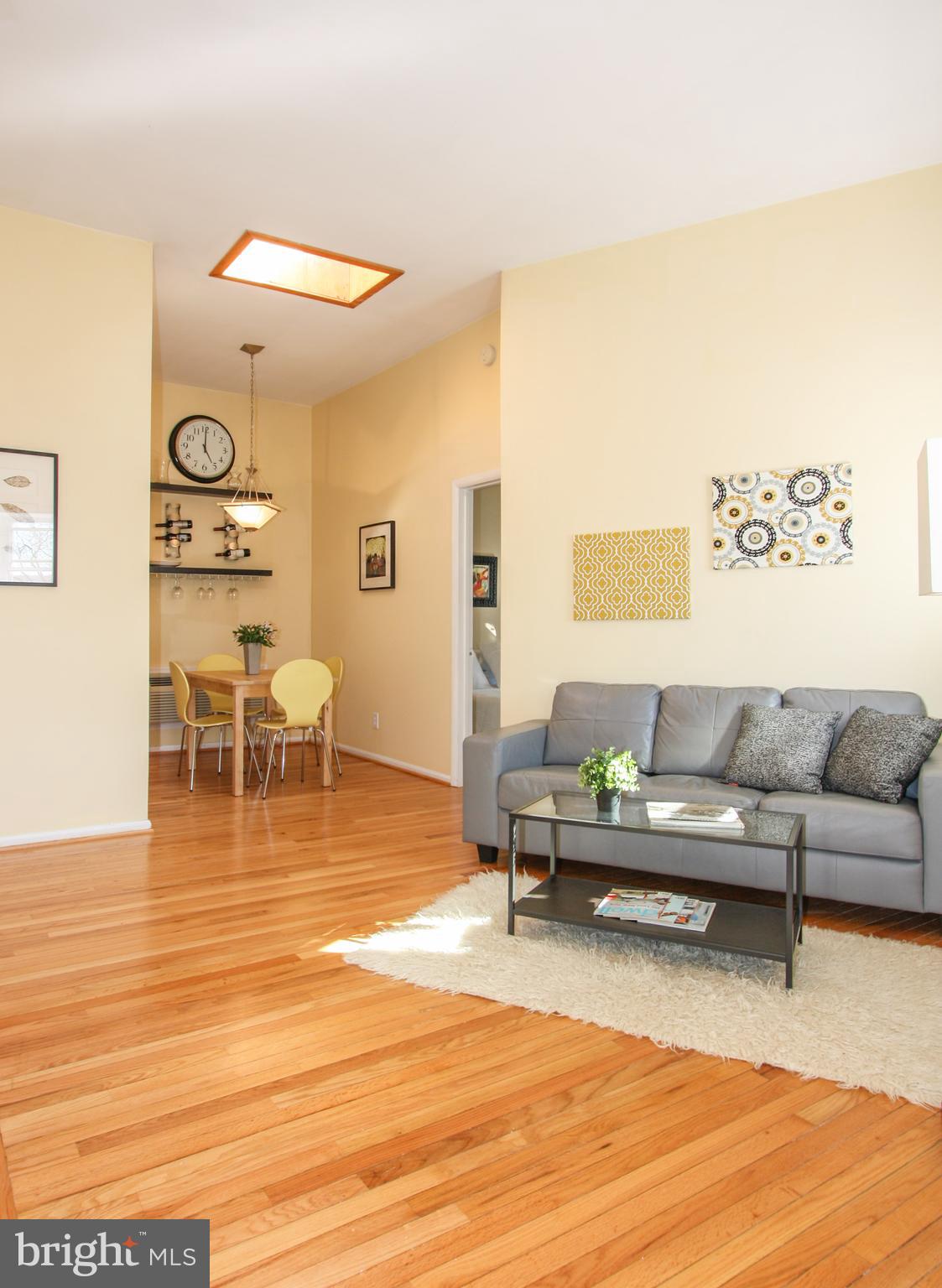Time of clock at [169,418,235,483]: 5:00
